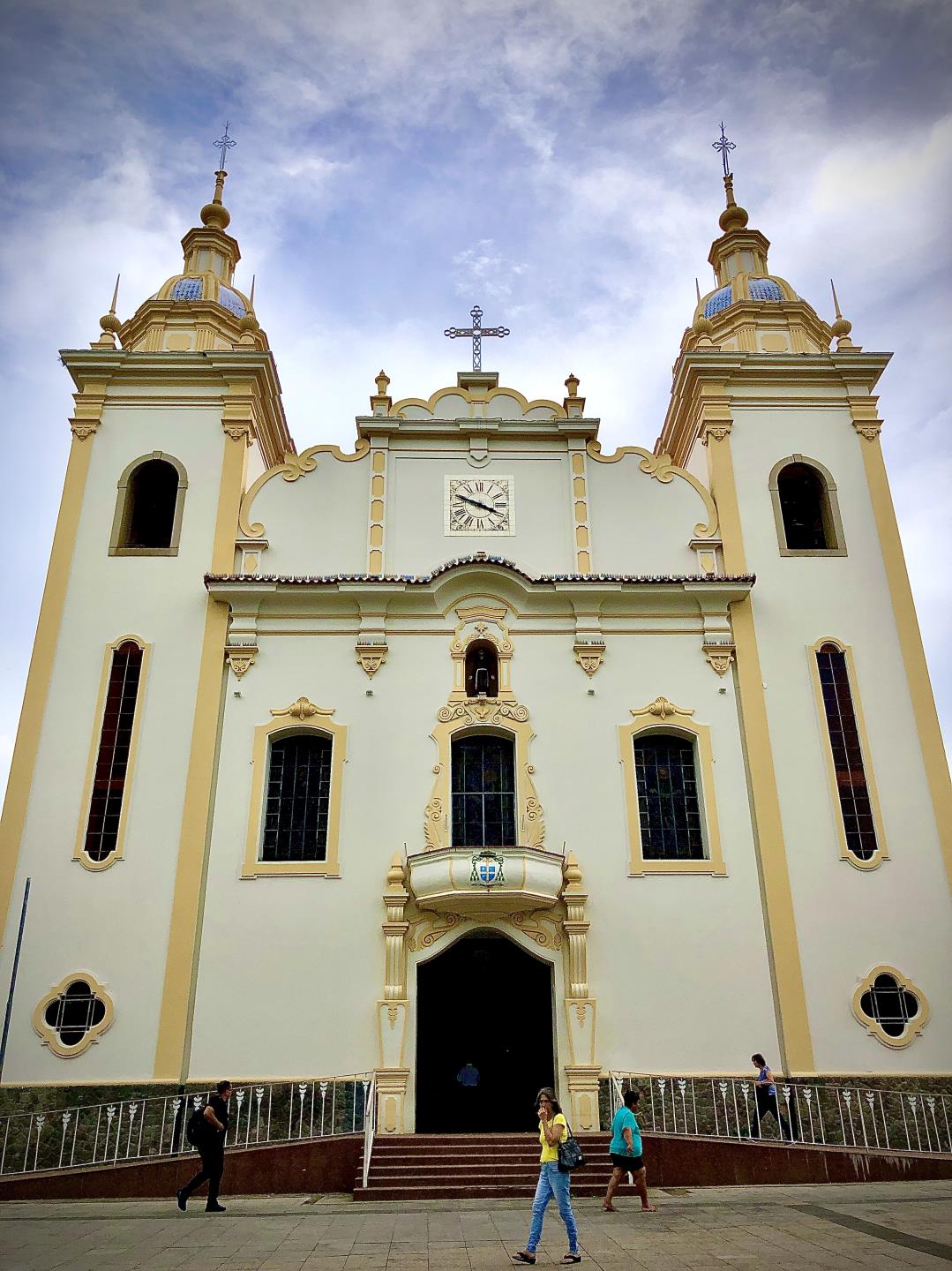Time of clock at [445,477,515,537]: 3:48
